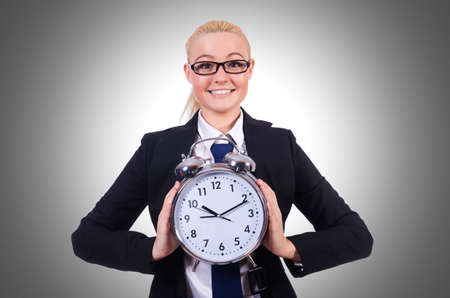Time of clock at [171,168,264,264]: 10:11
